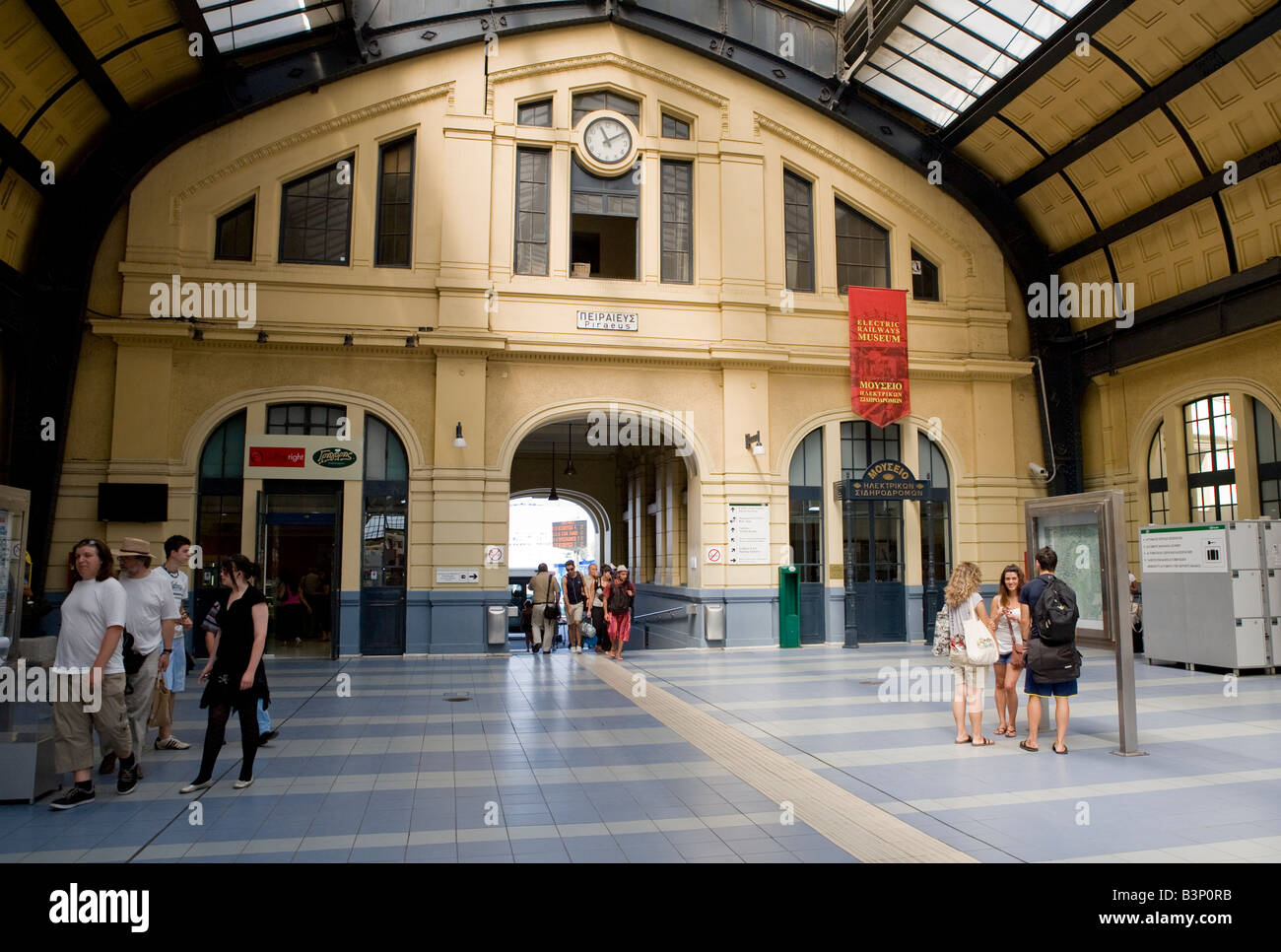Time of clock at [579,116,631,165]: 11:09
